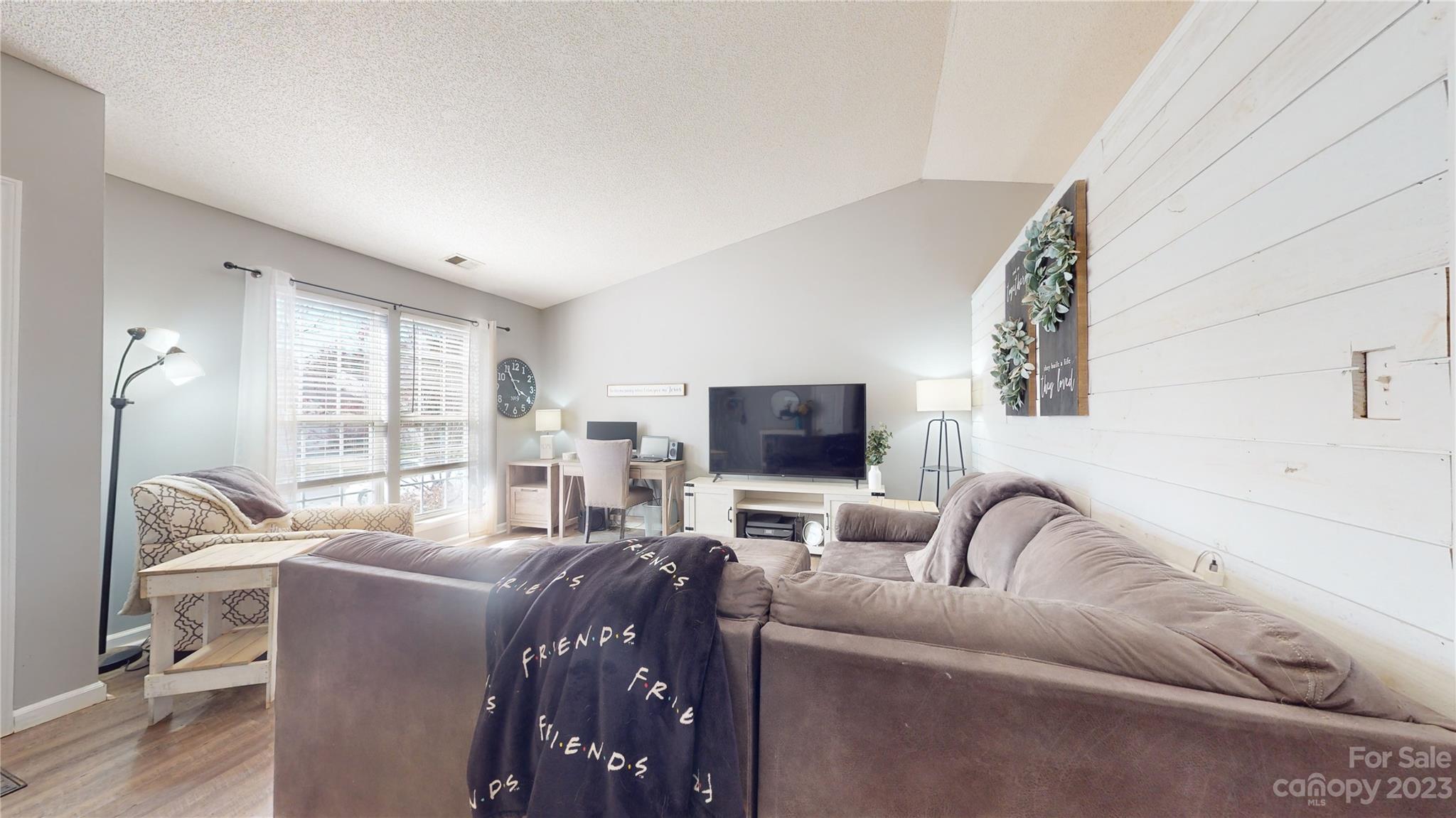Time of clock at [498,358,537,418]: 3:54
